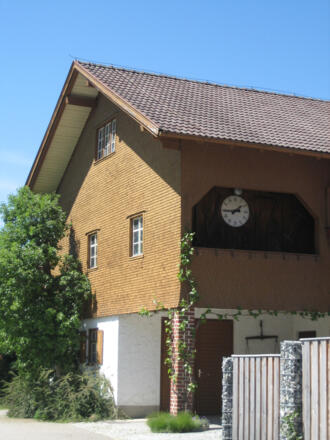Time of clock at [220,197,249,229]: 1:44
